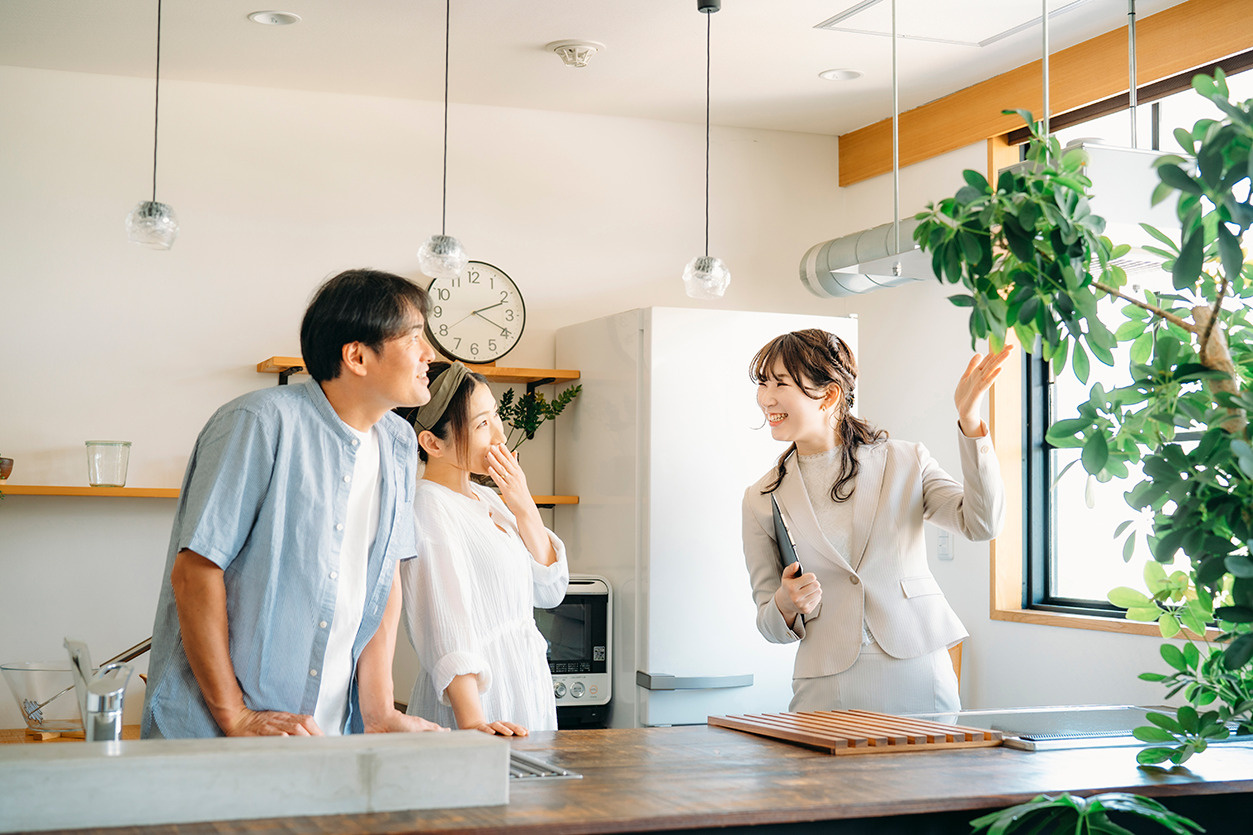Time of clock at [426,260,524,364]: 2:19
